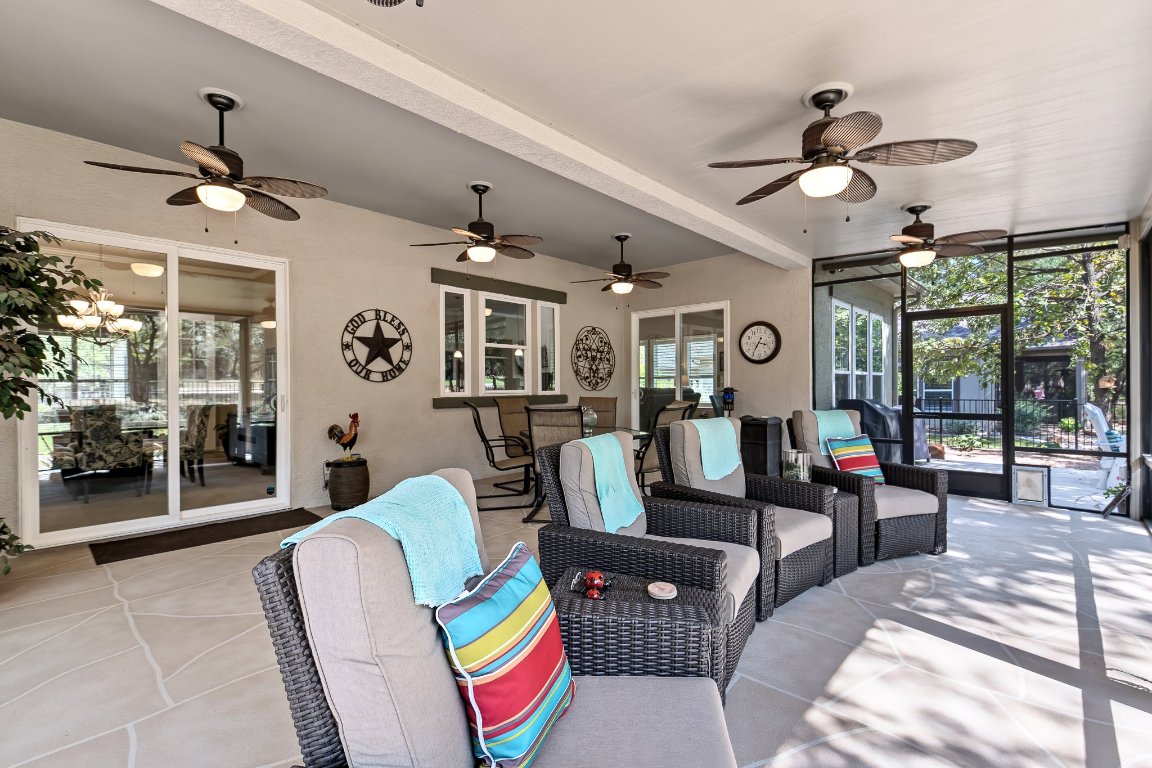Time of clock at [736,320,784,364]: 3:35
